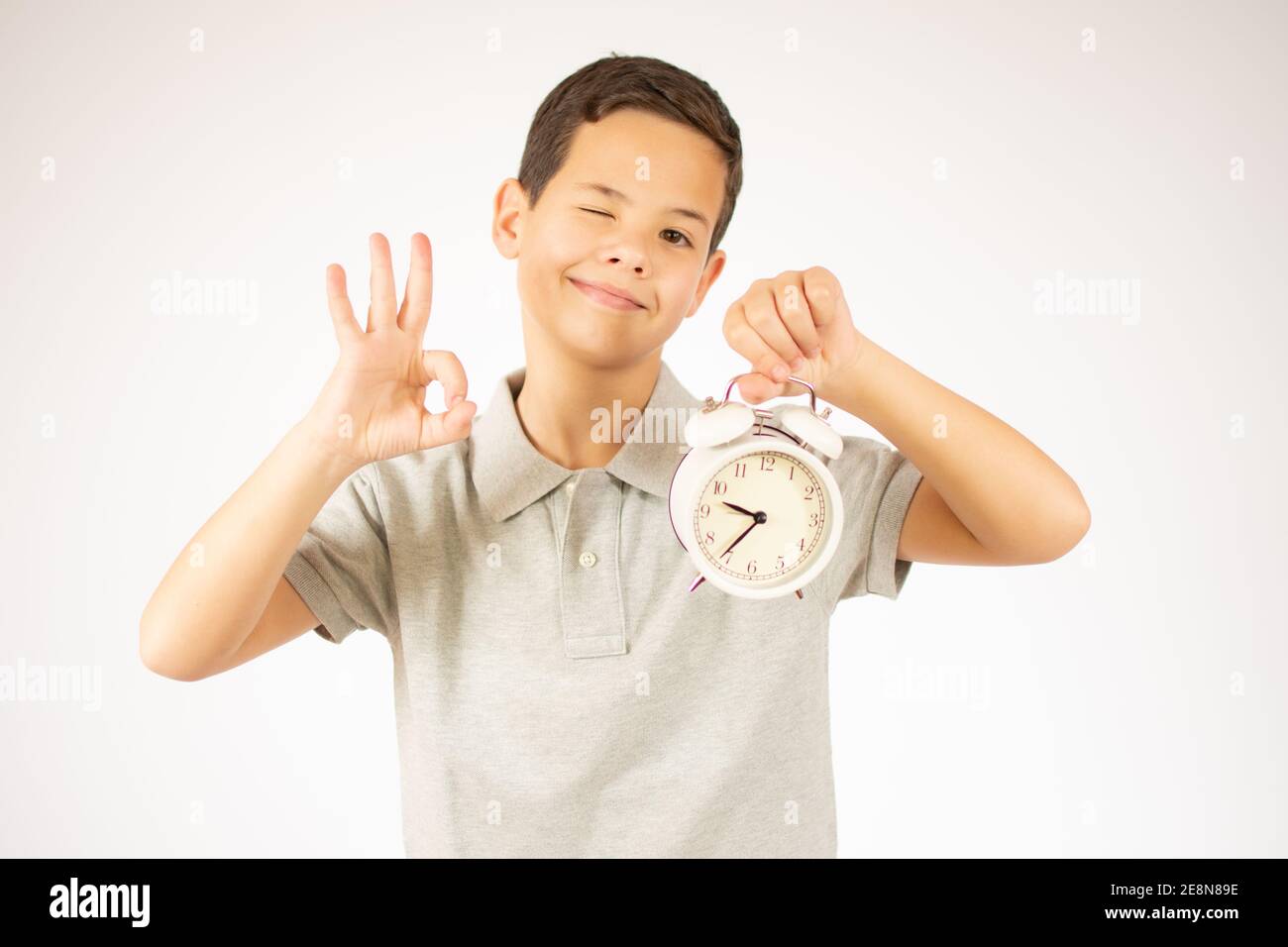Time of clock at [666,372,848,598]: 9:36
